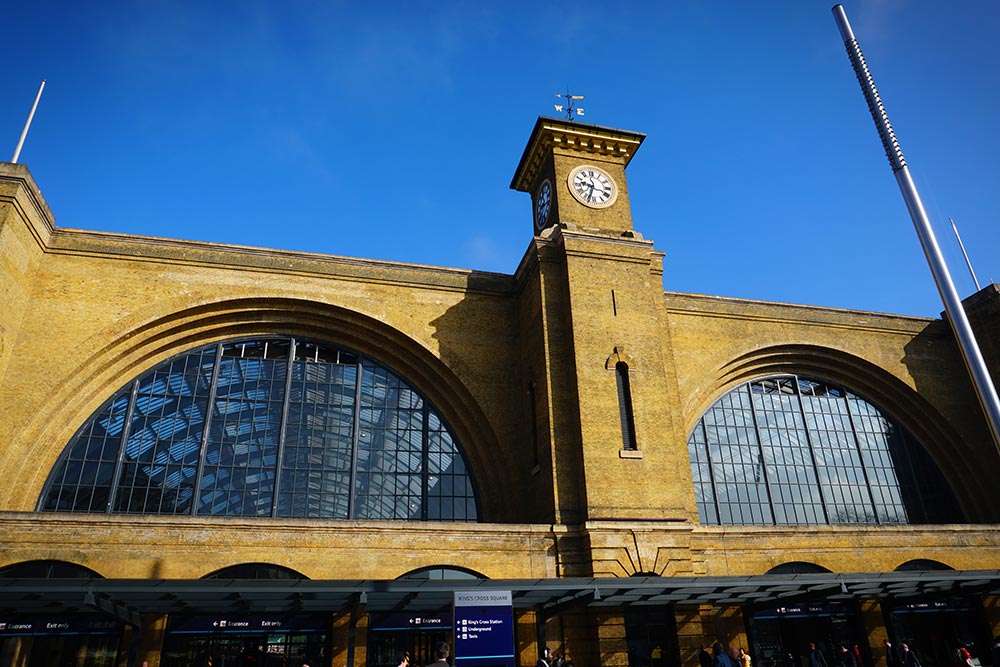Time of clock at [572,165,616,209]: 9:33
